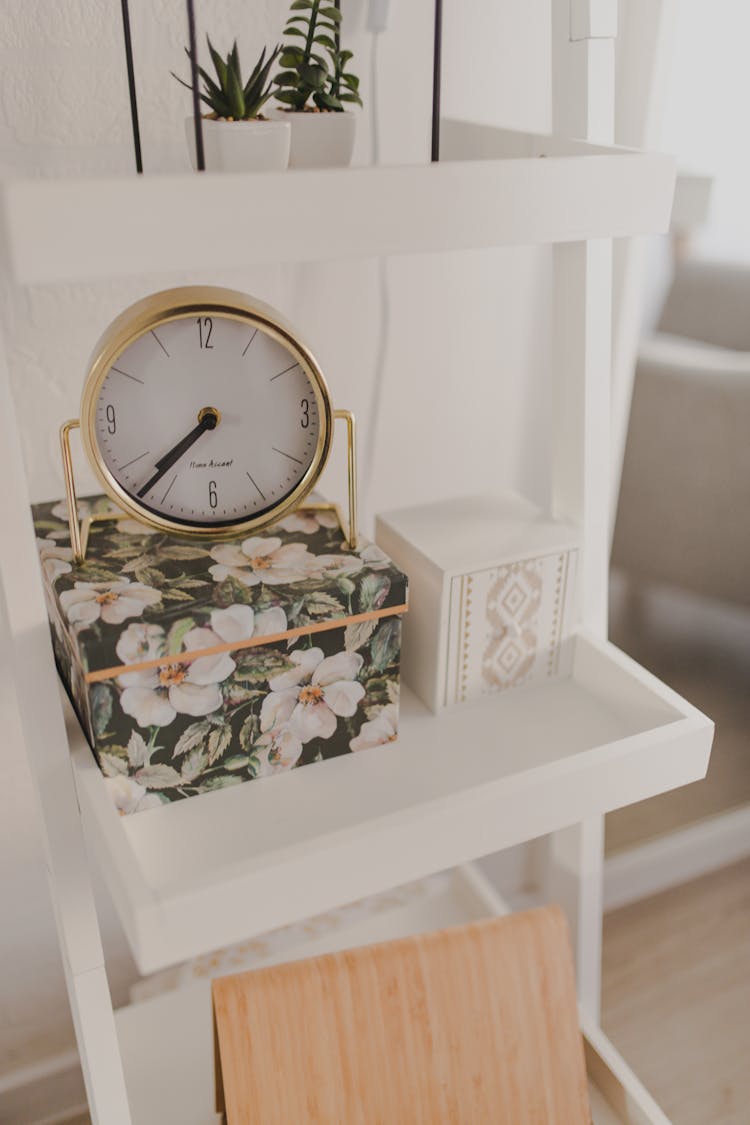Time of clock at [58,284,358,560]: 7:37
